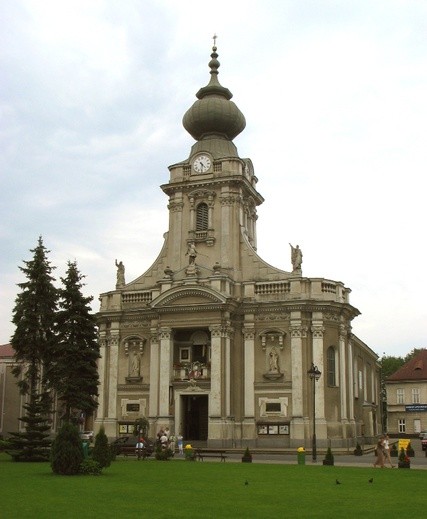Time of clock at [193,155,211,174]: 4:31
